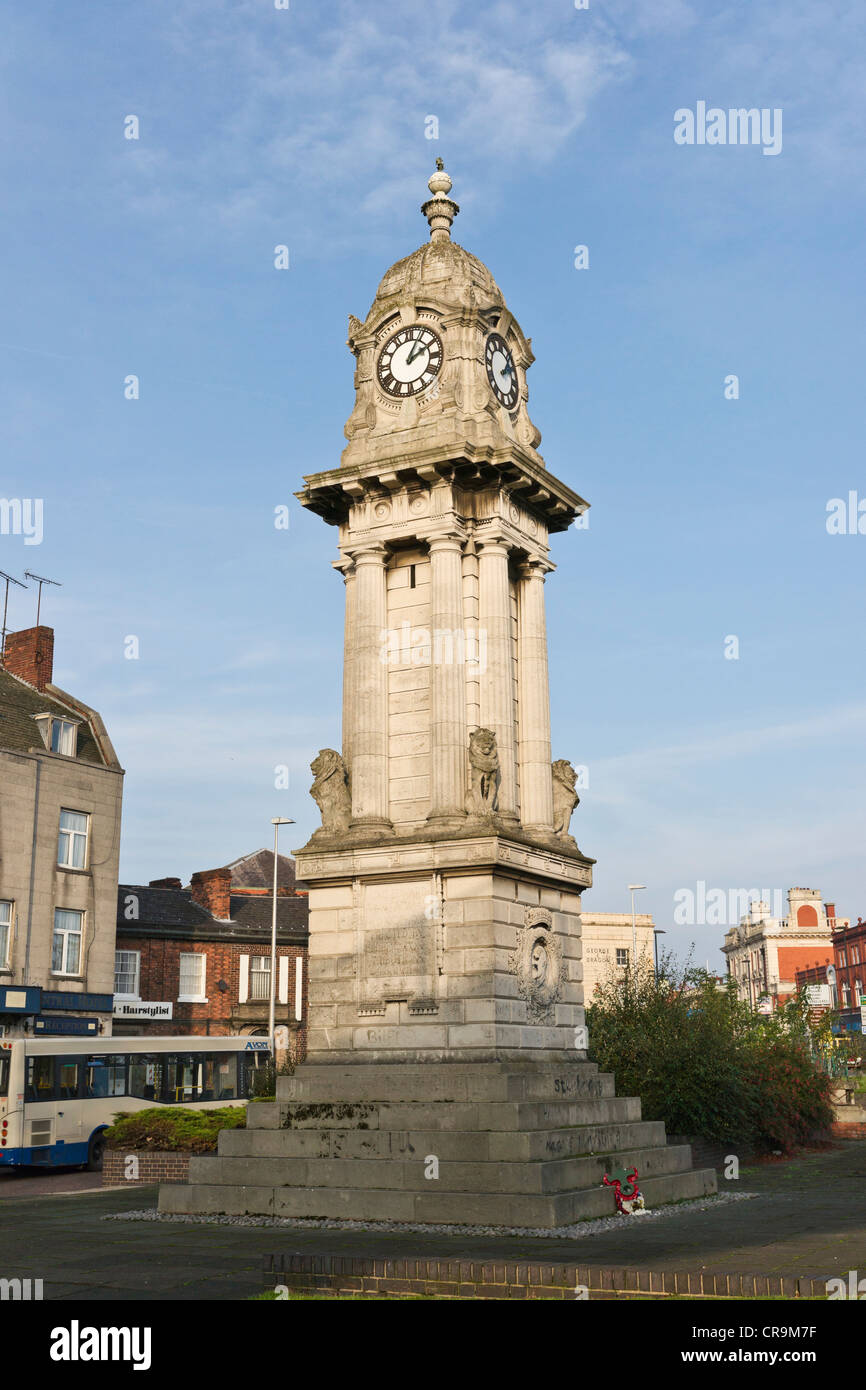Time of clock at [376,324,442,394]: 2:04
